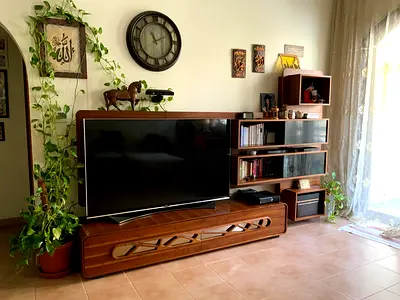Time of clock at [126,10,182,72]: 11:10
